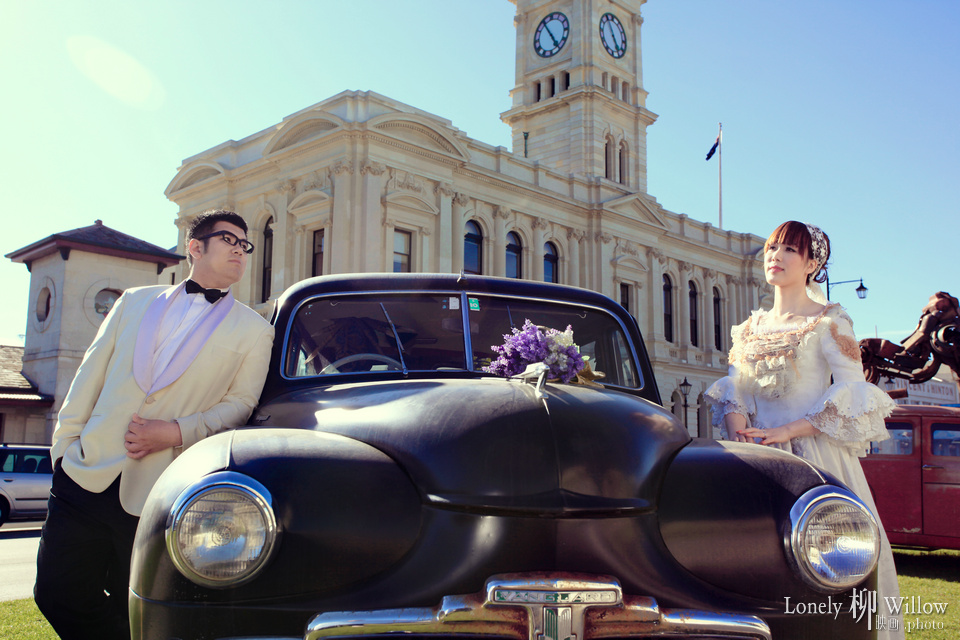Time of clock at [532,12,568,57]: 4:54
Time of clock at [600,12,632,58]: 4:55
